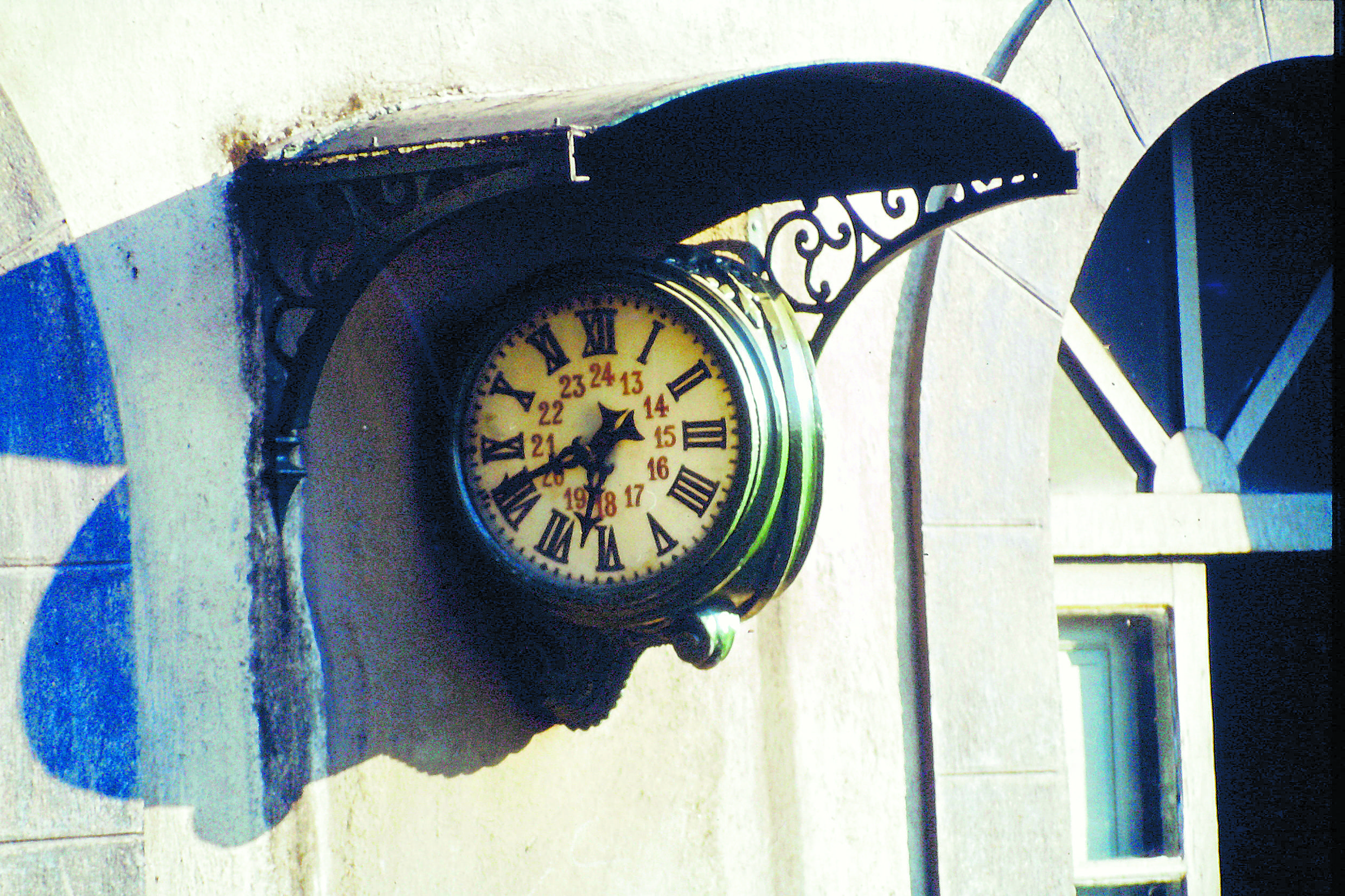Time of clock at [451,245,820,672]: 6:41
